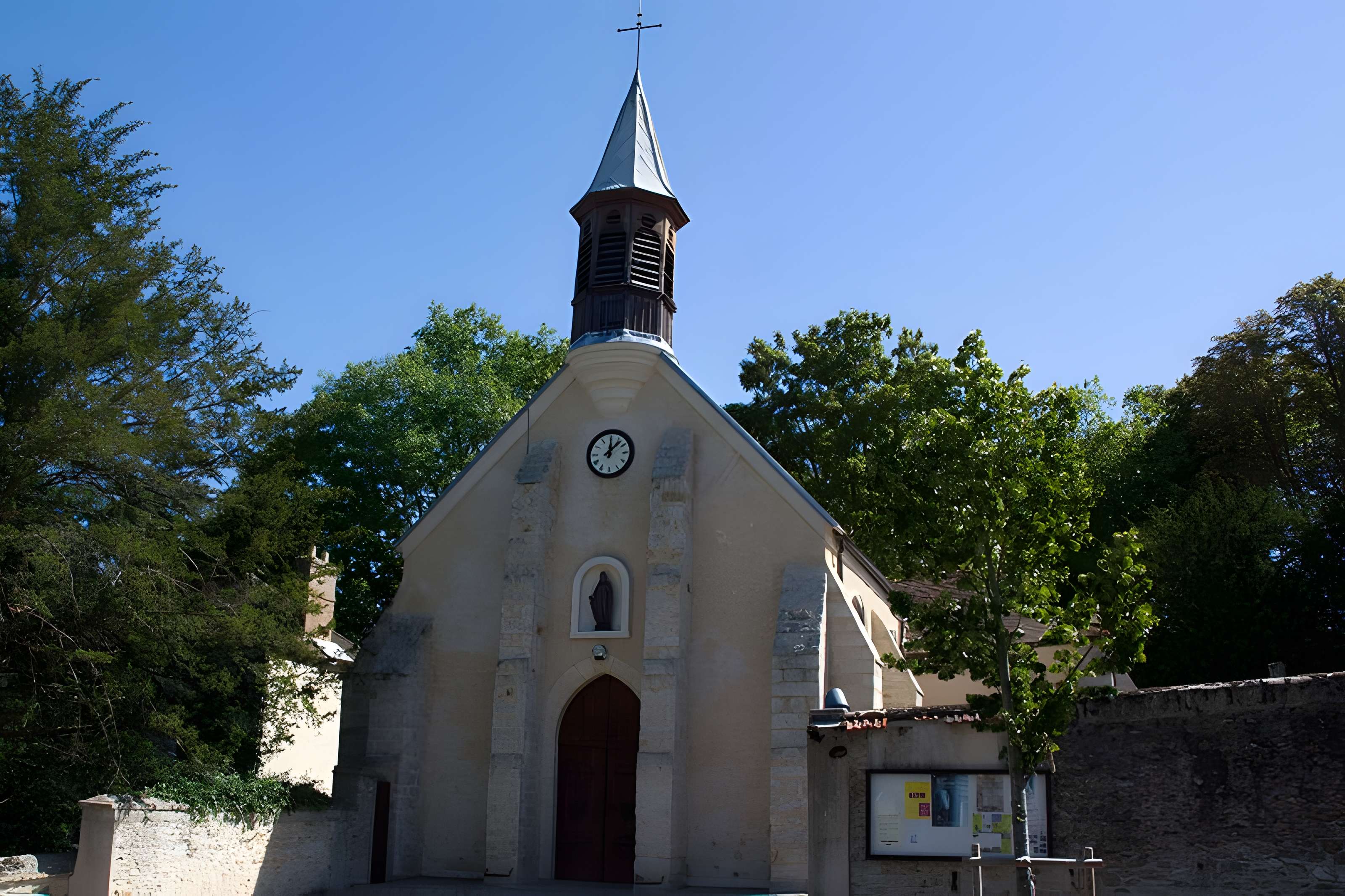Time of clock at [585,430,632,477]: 12:07
